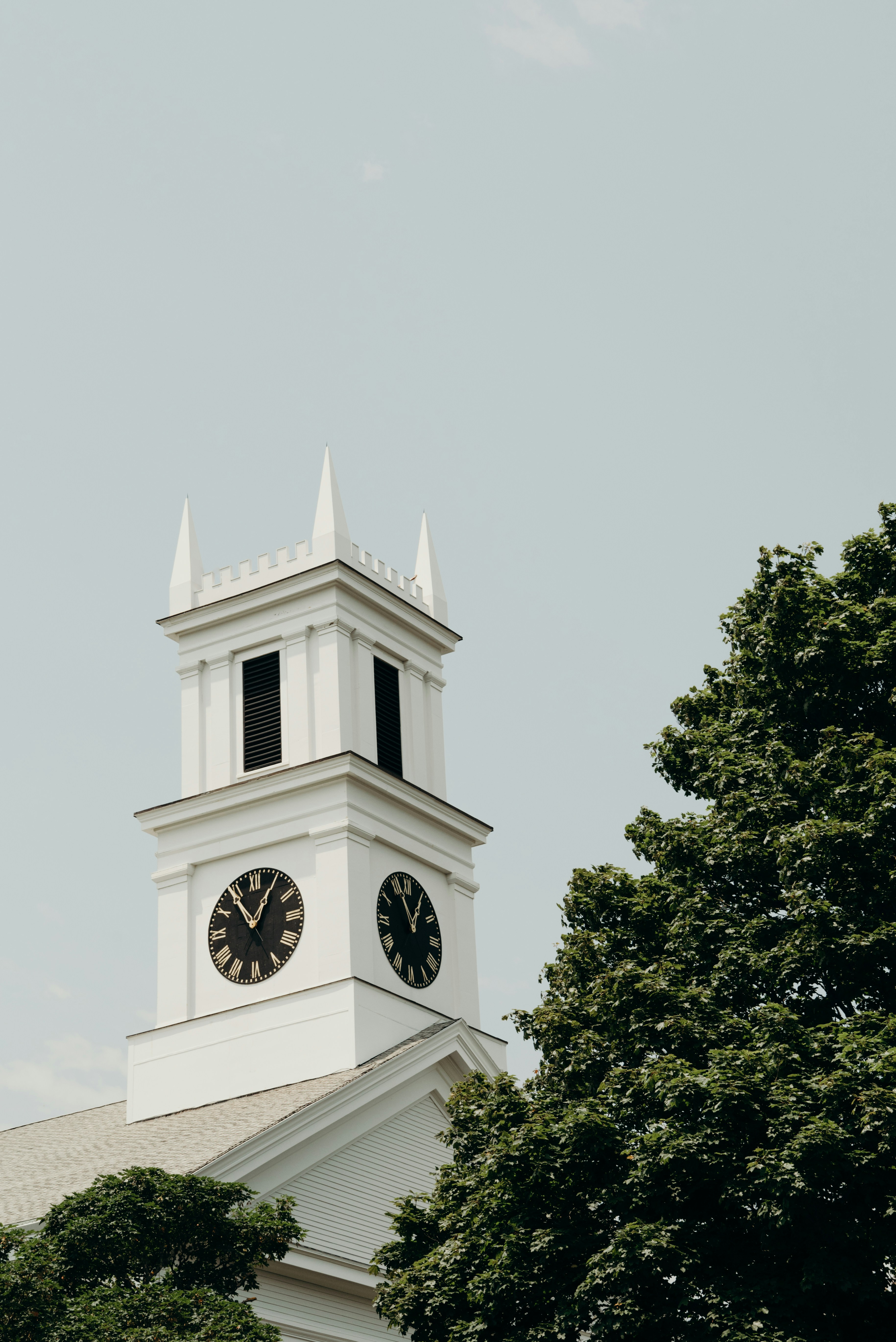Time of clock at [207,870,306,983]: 12:54
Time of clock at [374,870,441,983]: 12:57
